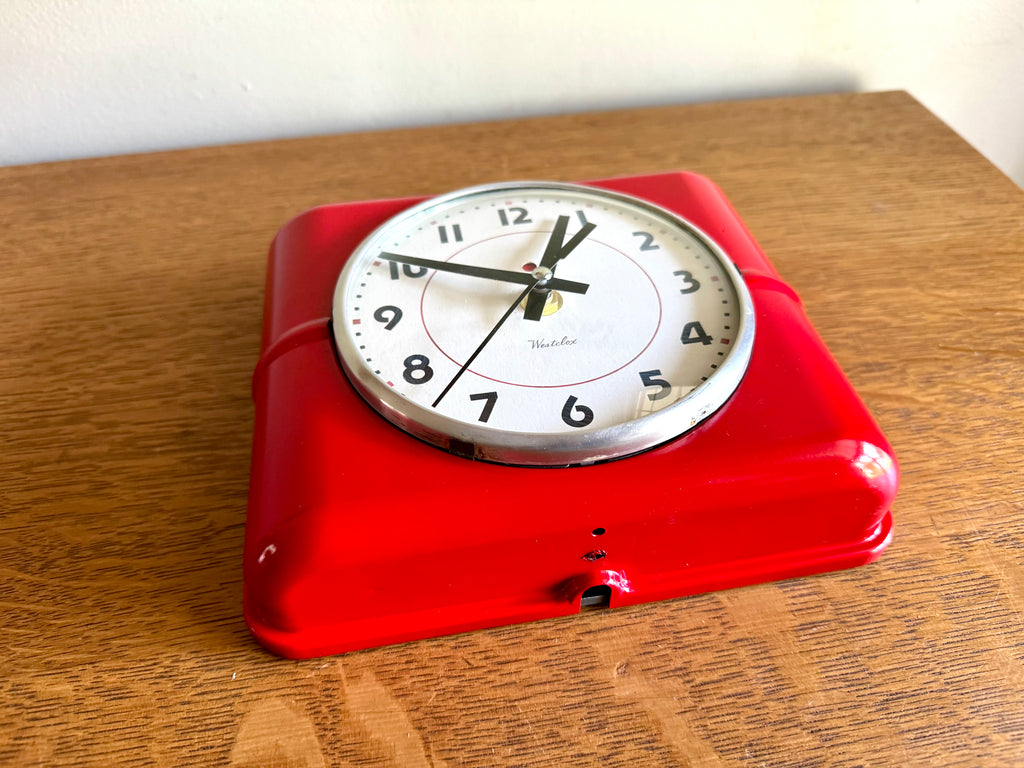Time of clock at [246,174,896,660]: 12:50
